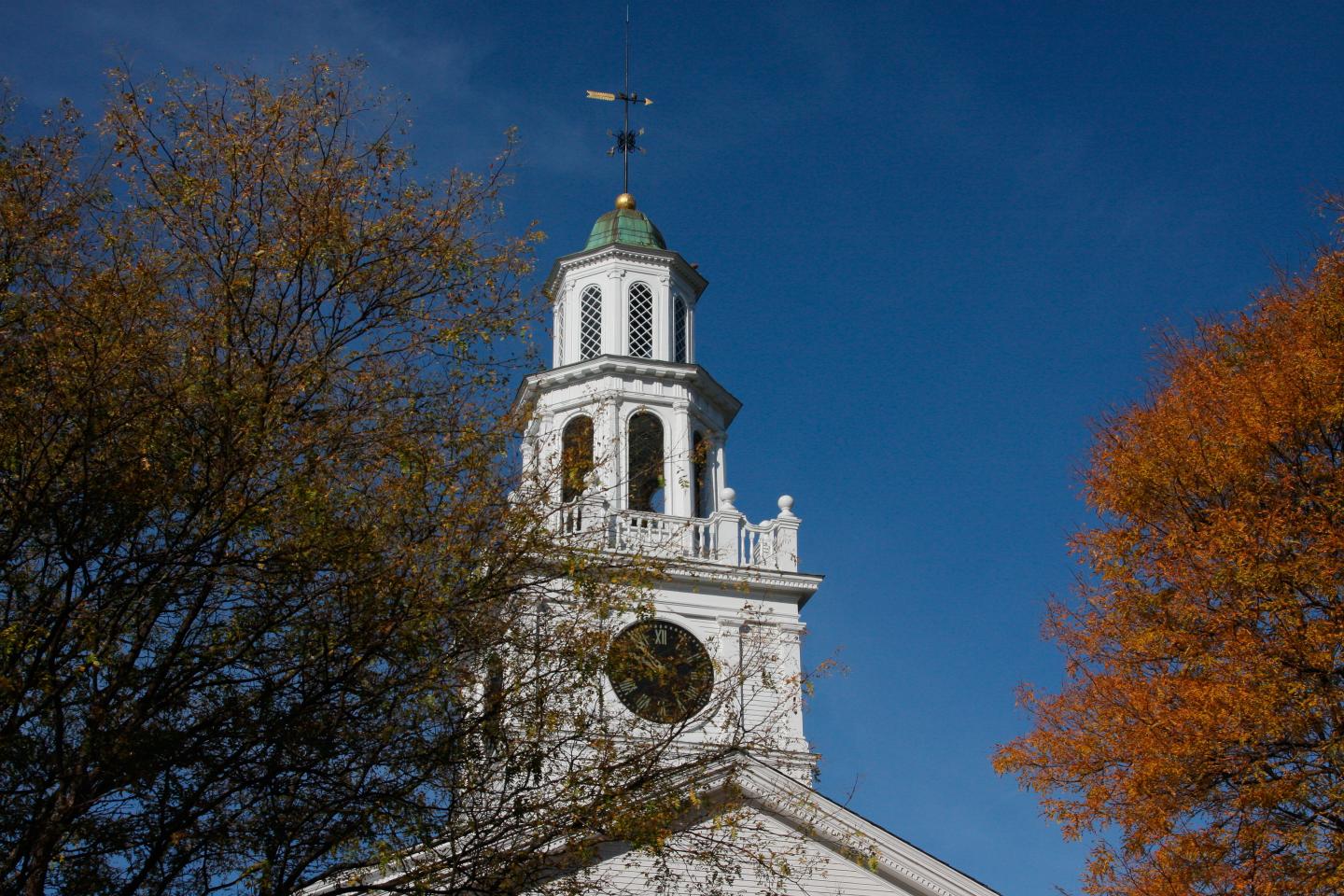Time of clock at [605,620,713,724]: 9:53
